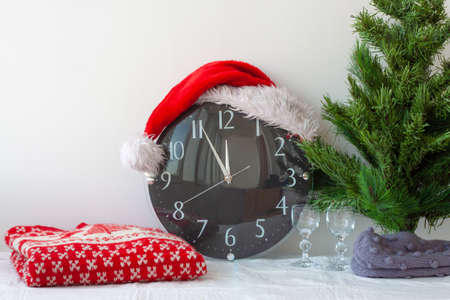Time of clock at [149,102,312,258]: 11:55
